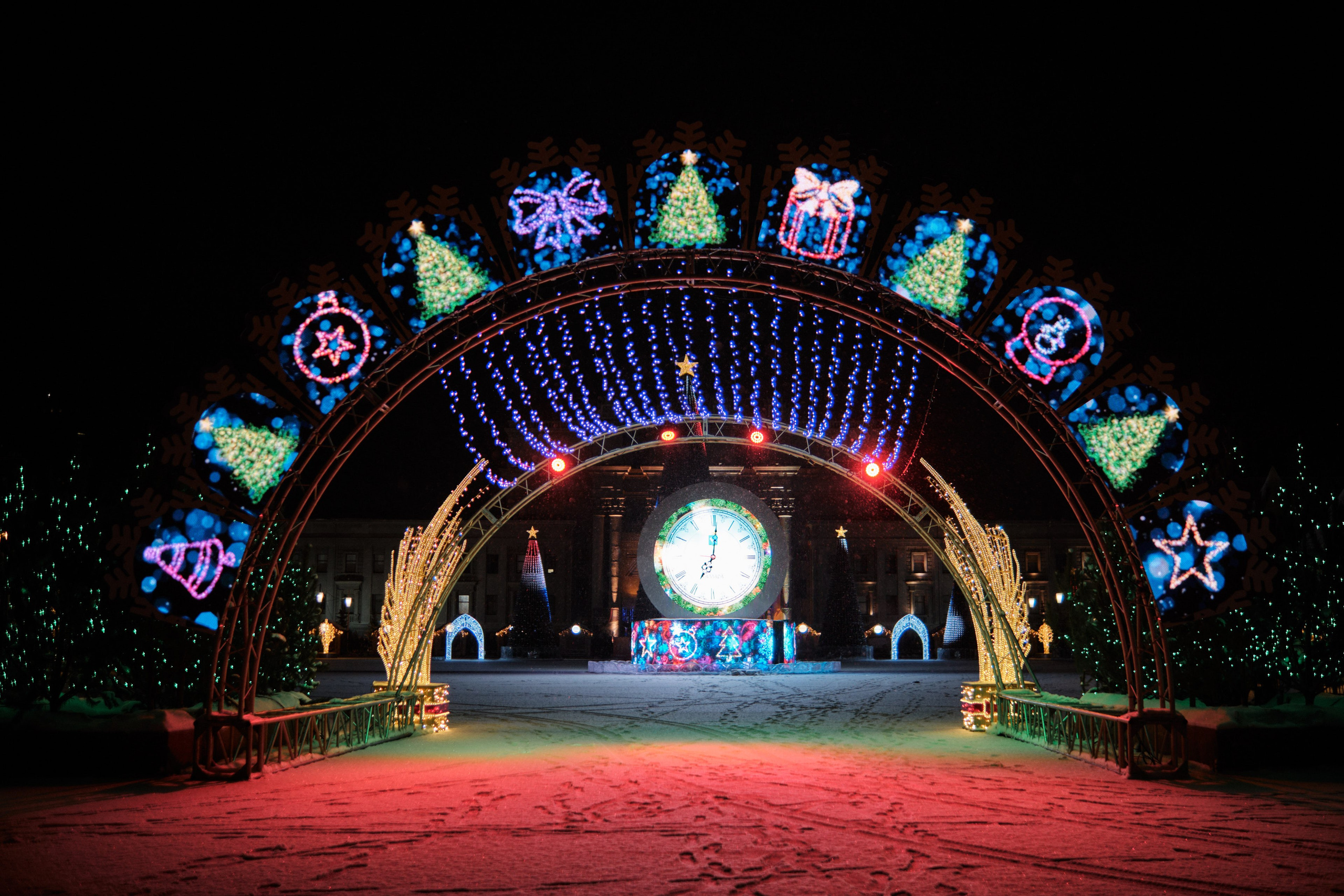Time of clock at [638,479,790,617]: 7:00
